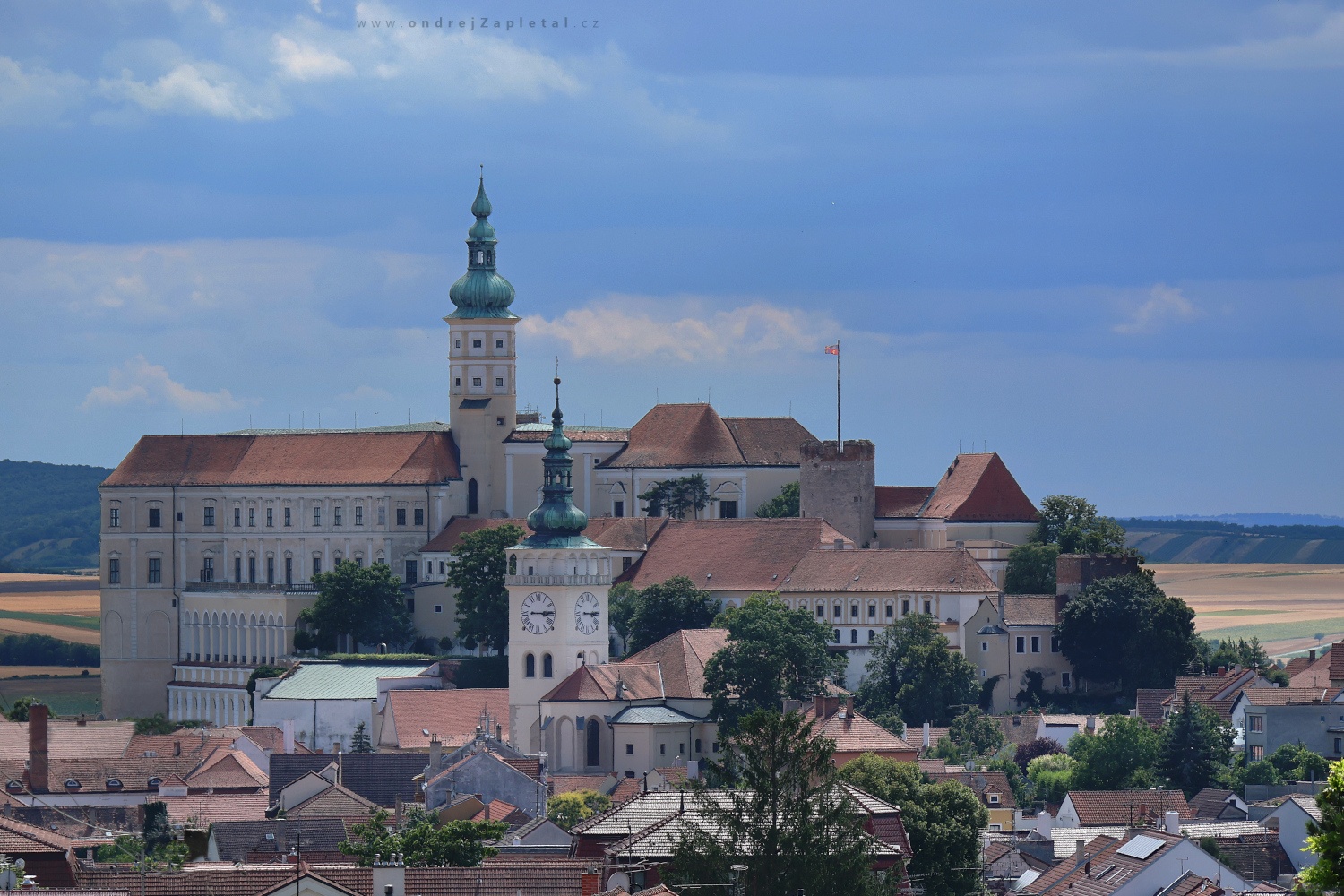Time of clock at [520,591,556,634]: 3:14
